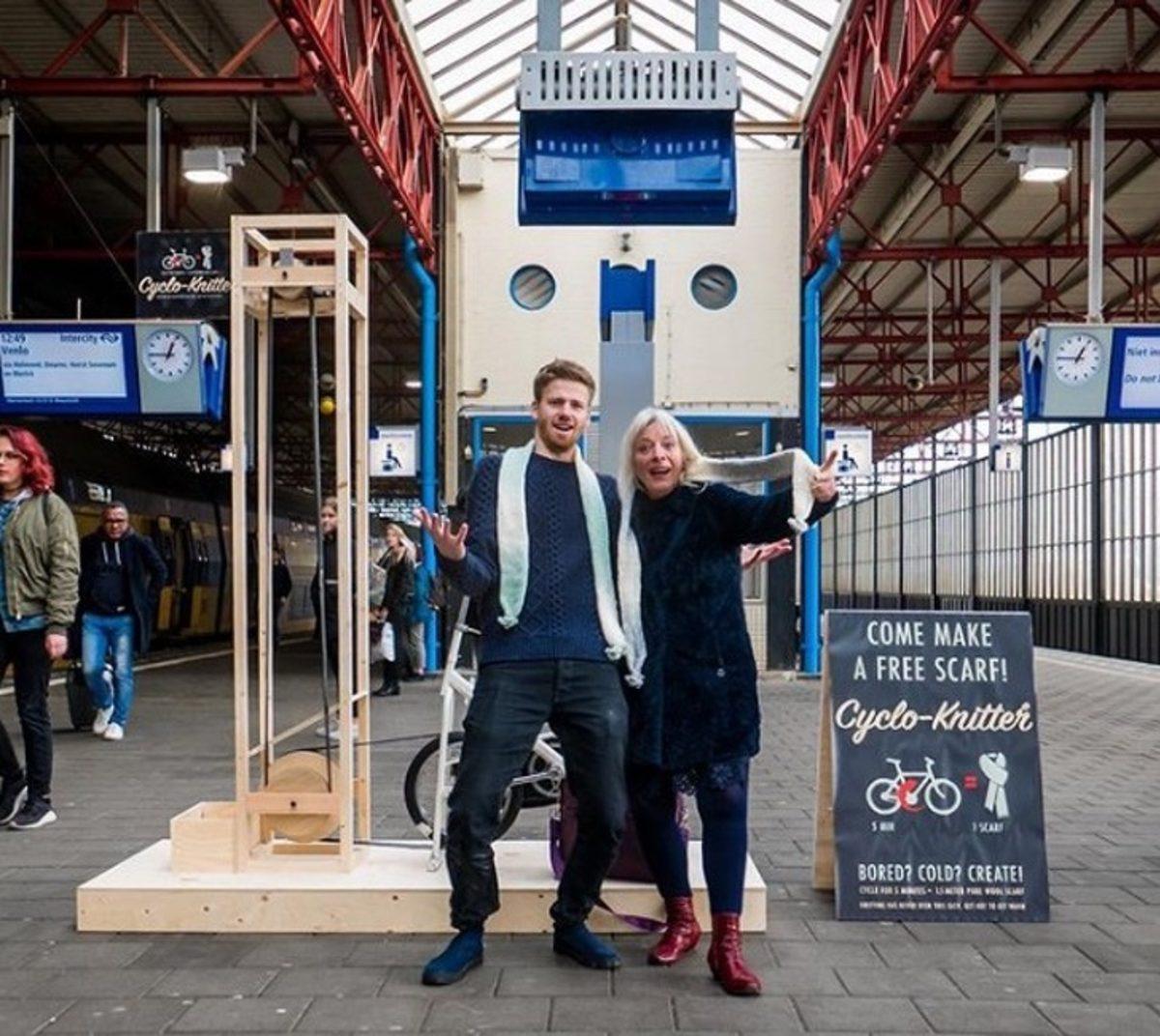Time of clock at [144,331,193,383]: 12:45
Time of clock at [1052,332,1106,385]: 12:45
